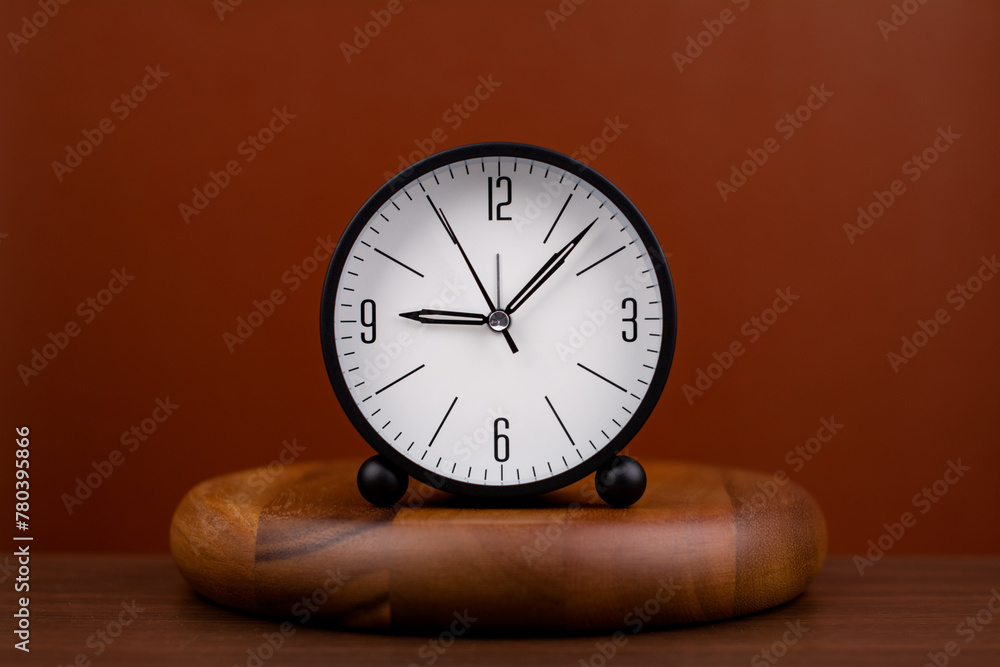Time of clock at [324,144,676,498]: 9:07
